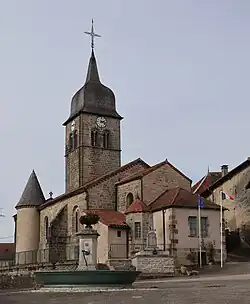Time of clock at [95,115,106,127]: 2:18
